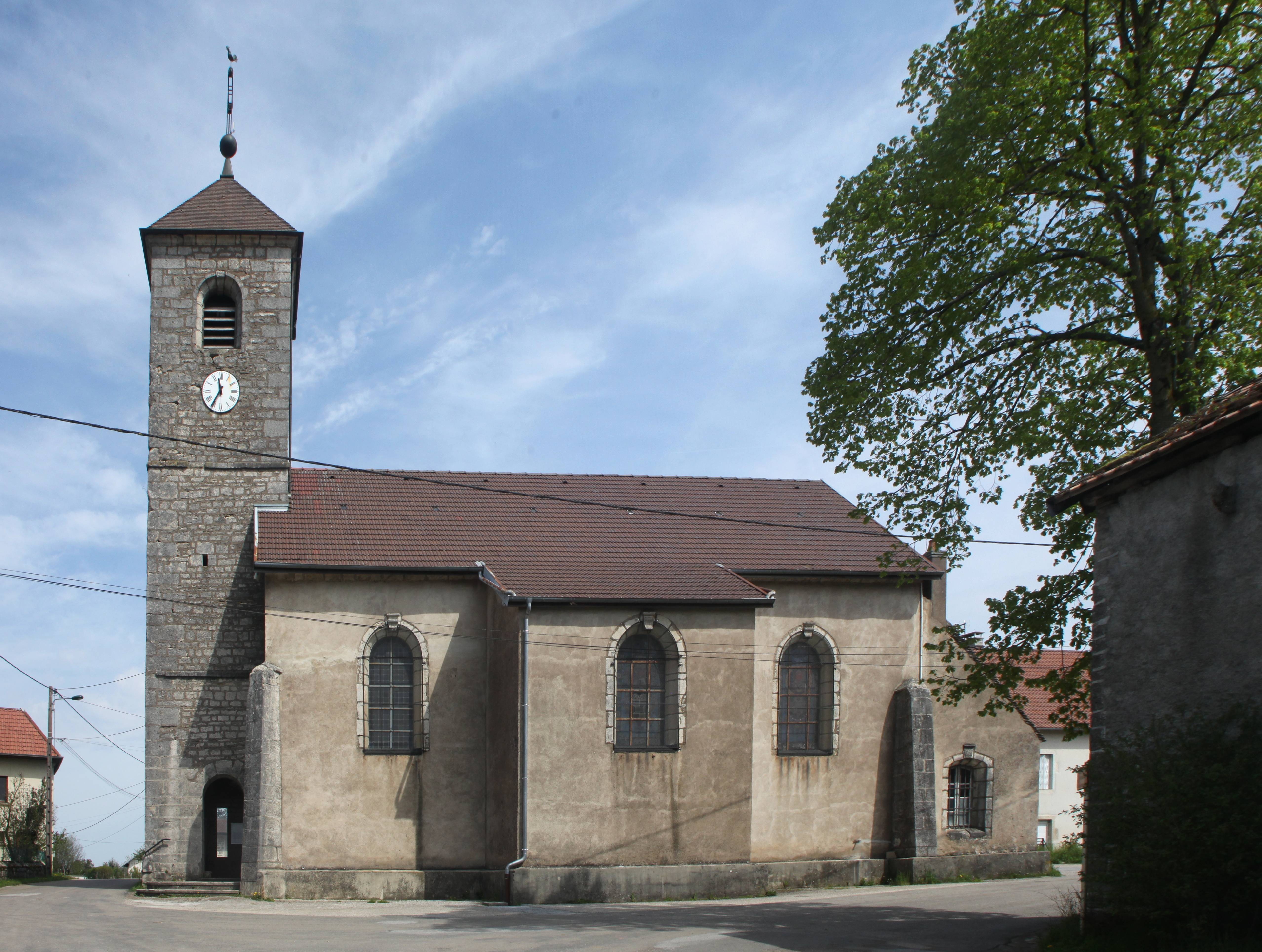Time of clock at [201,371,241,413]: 11:35
